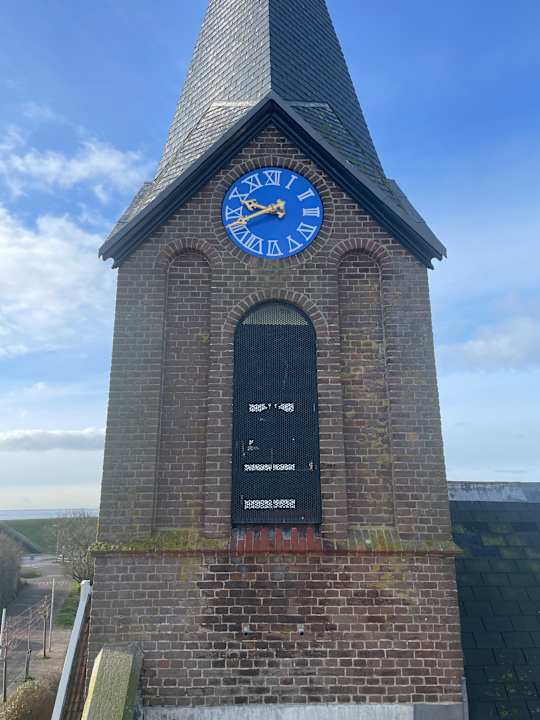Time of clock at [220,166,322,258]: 9:41
